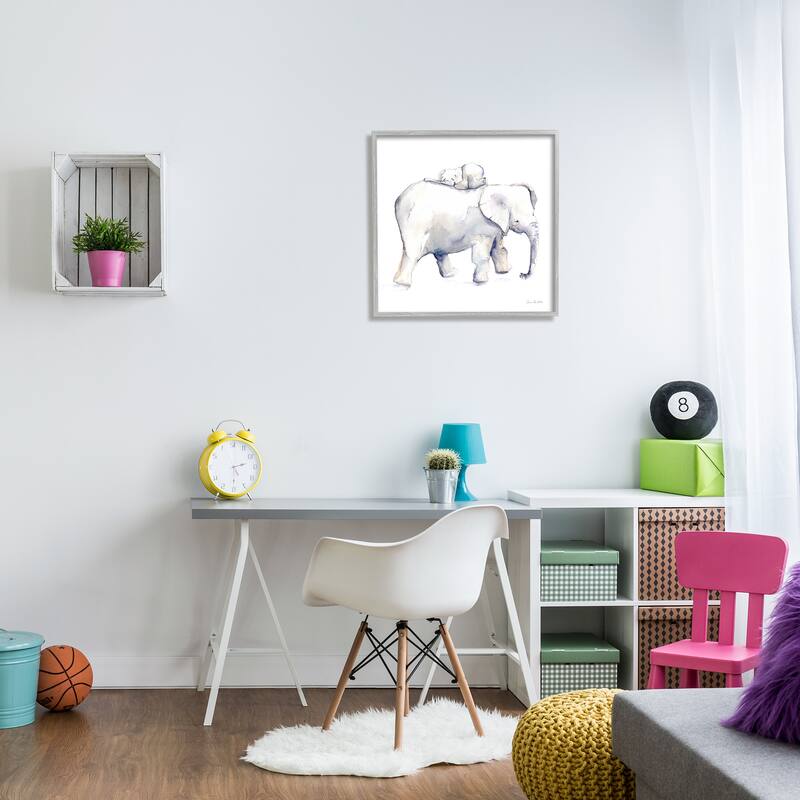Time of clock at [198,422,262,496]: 2:30
